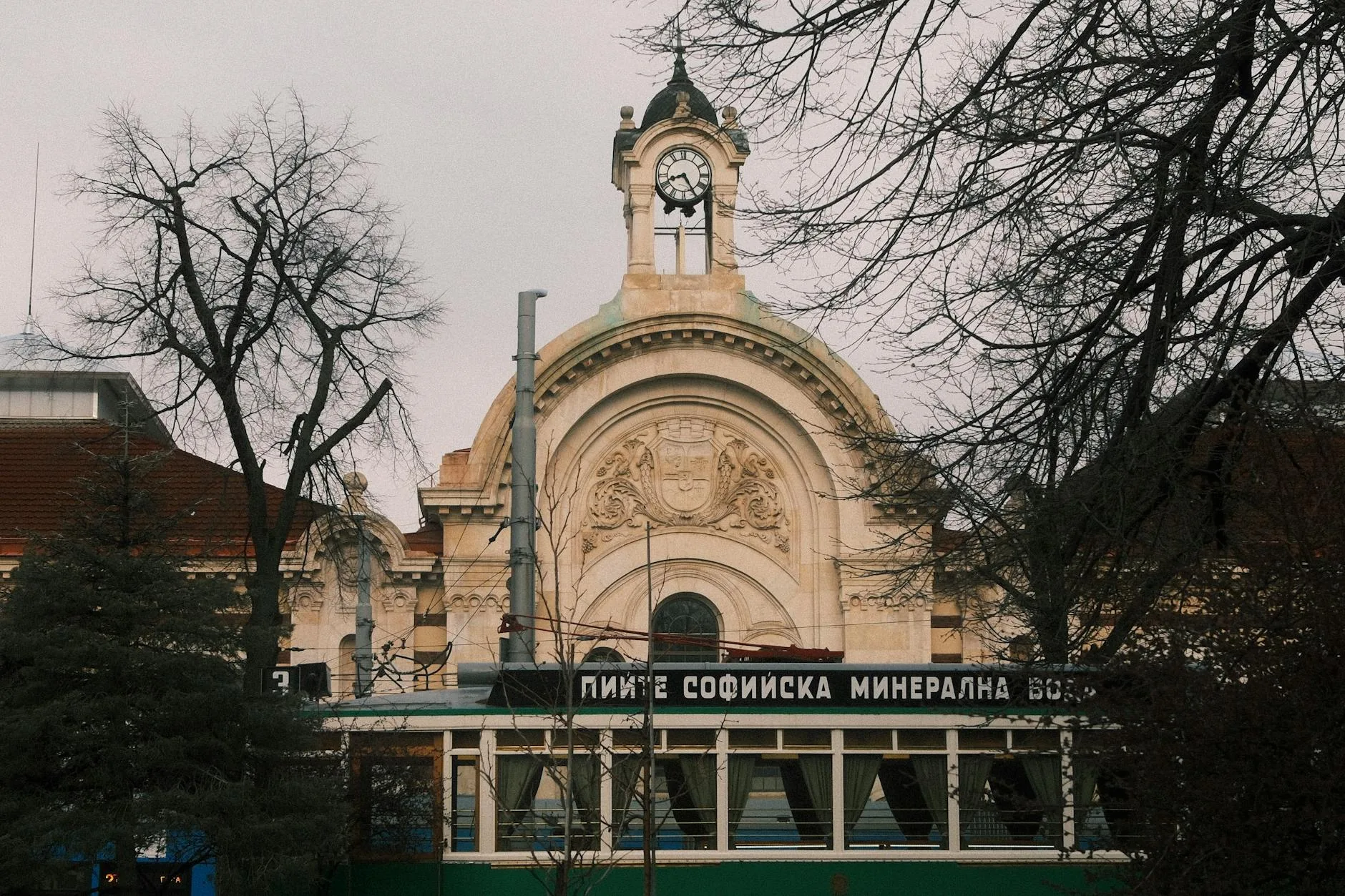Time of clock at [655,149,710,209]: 8:24
